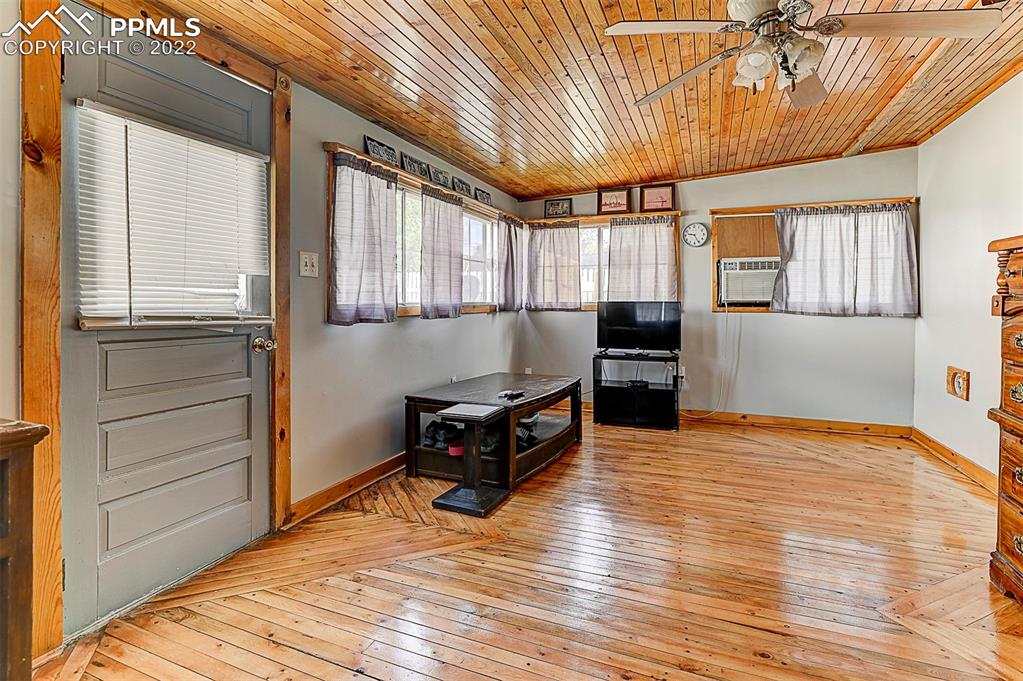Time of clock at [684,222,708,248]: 9:25
